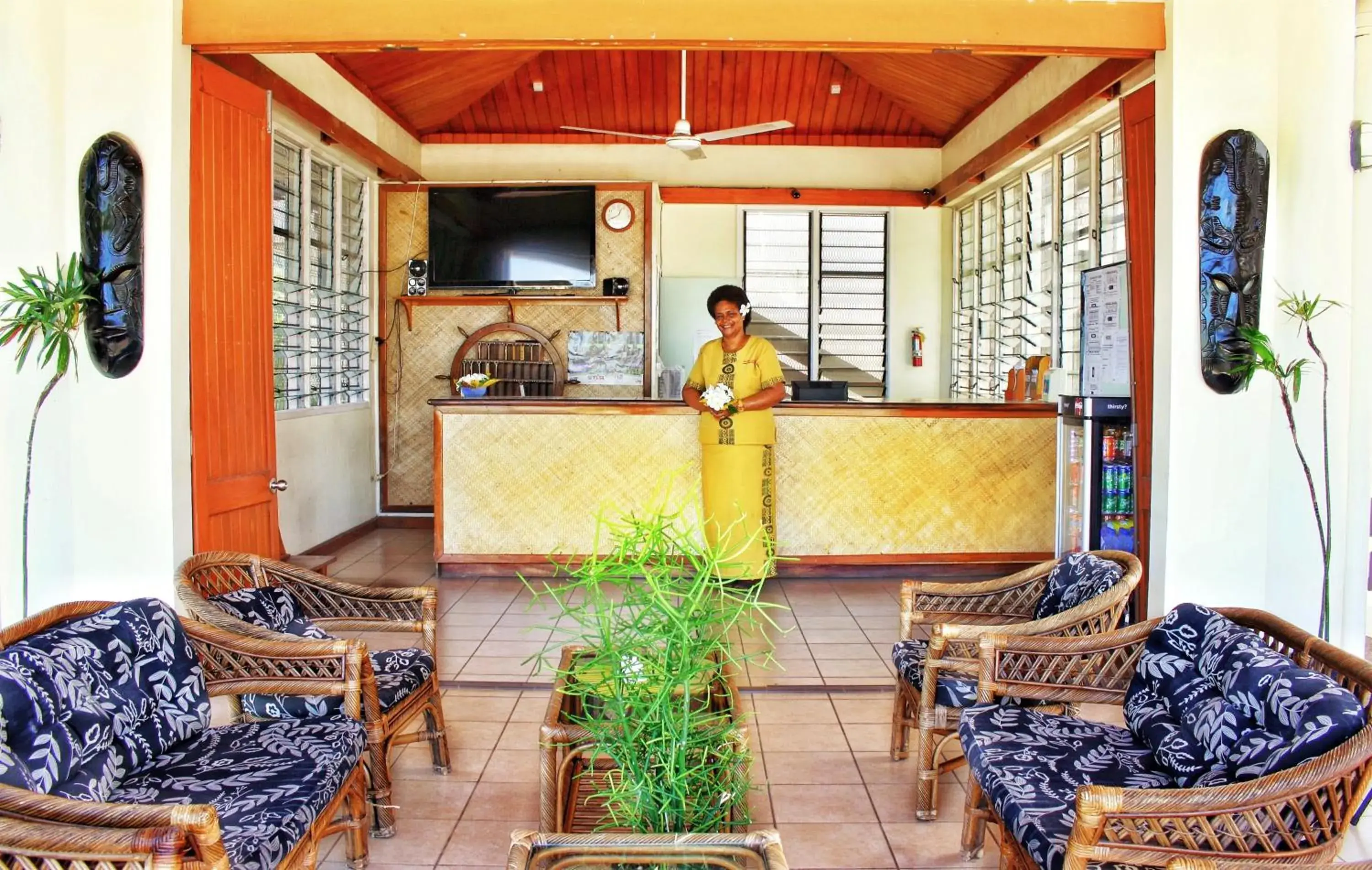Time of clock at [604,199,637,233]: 12:40
